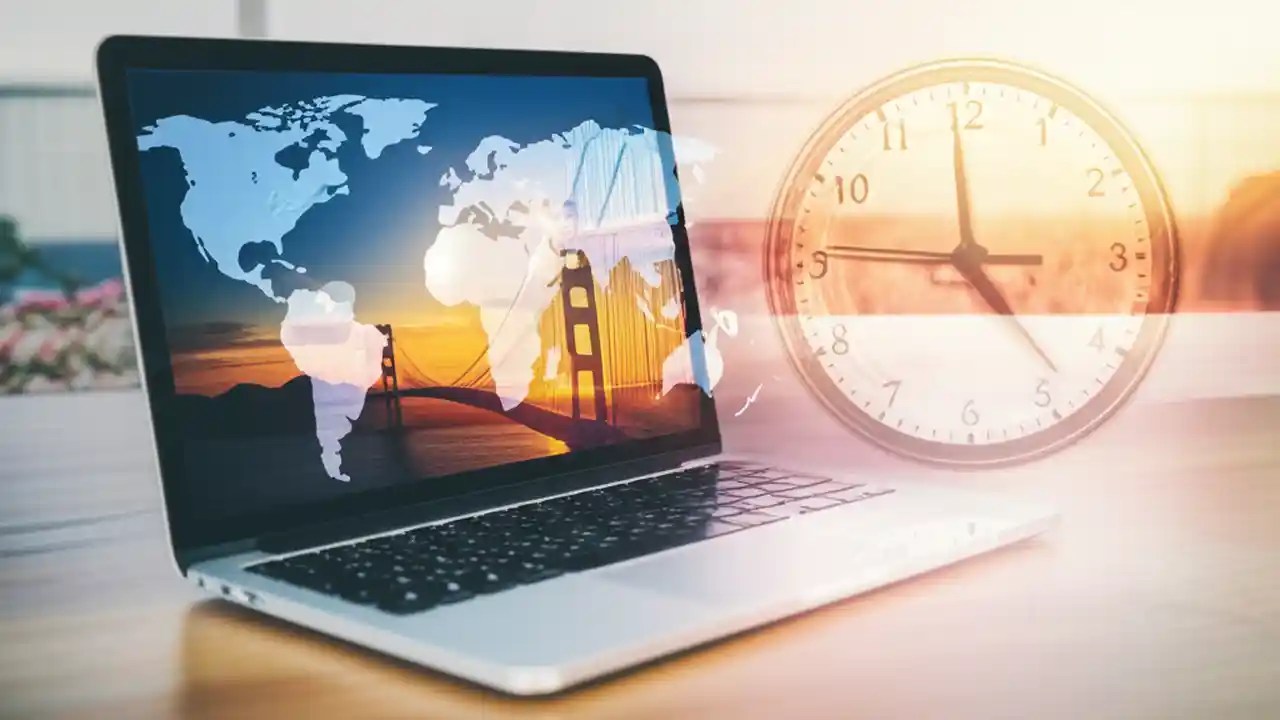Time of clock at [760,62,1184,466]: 4:45
